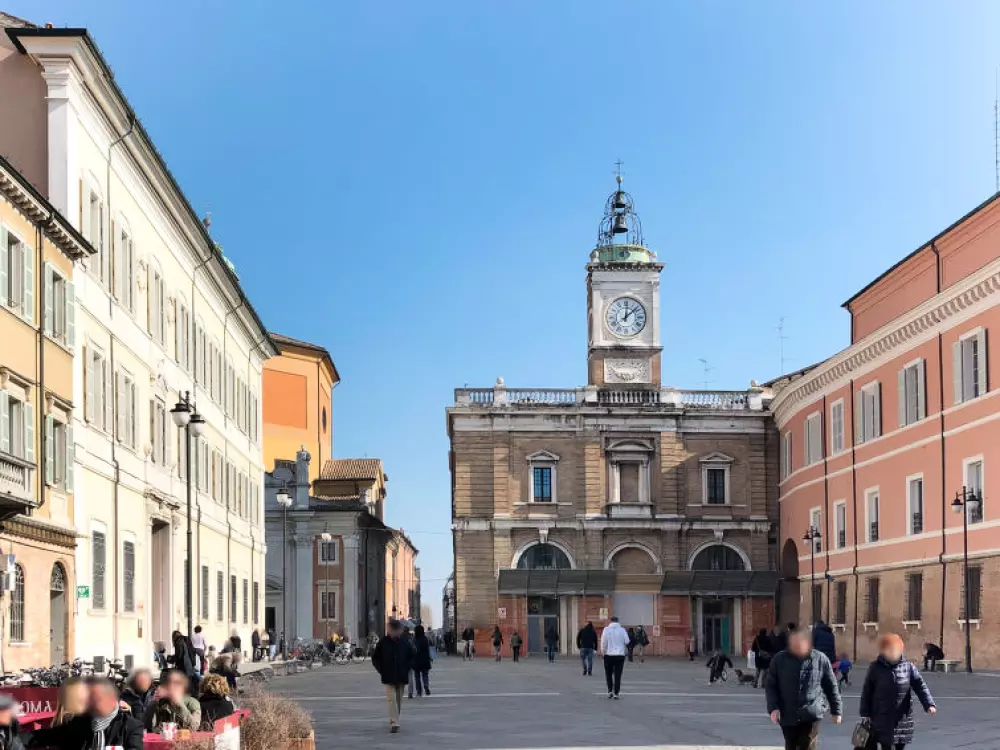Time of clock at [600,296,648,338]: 12:07
